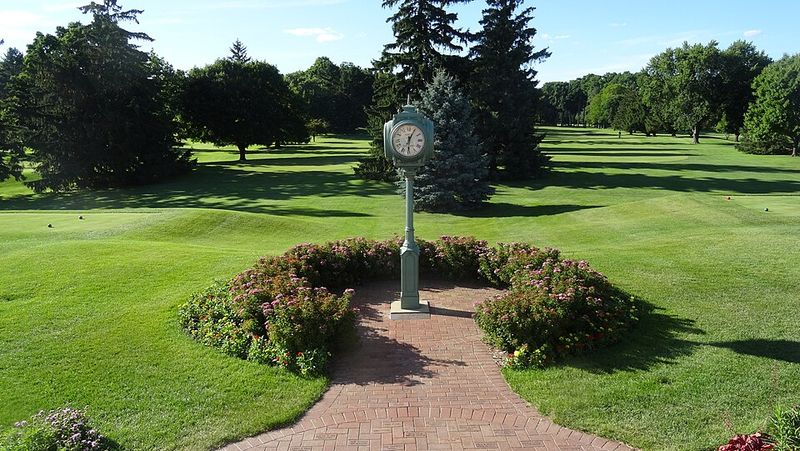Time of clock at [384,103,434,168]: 6:04
